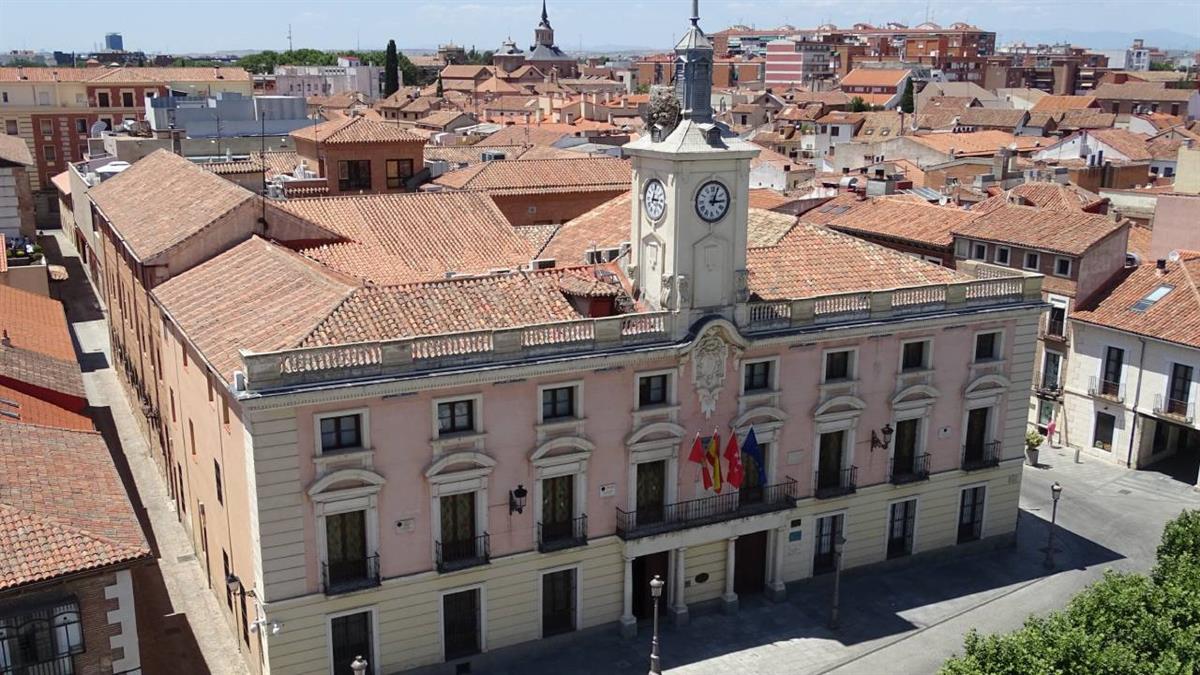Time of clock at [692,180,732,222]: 3:03
